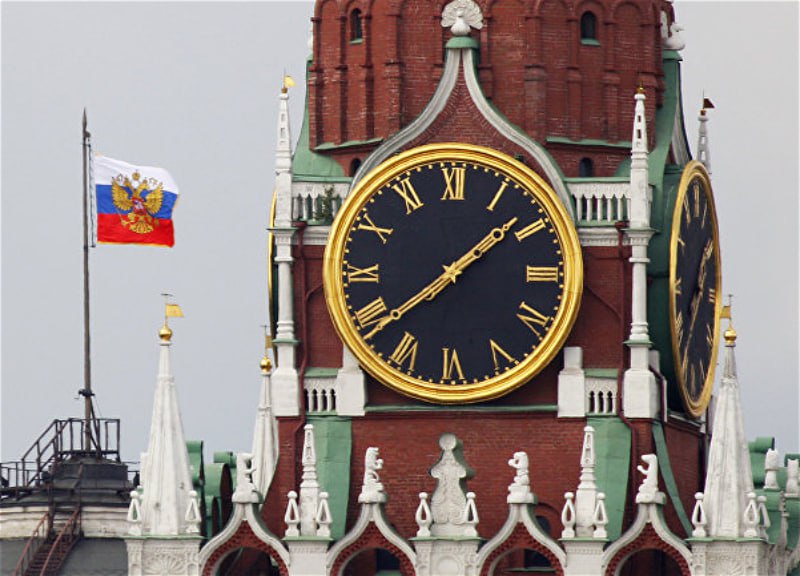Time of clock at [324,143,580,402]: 1:38
